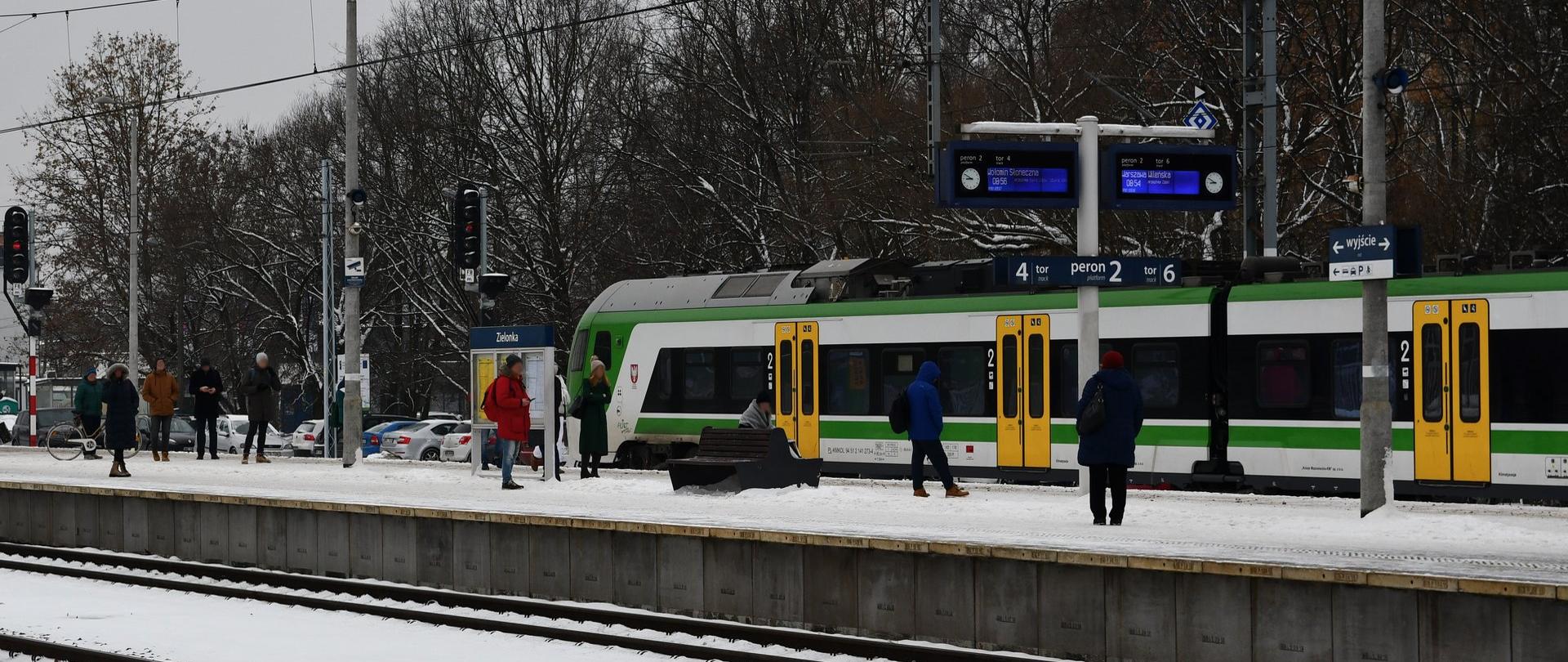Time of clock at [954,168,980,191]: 8:50
